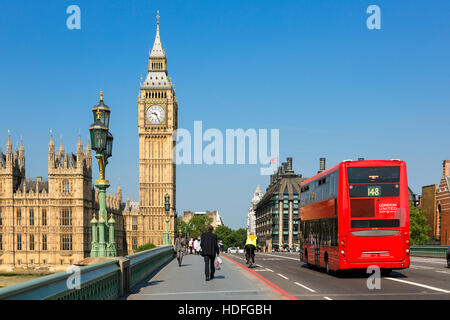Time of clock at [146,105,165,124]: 9:25
